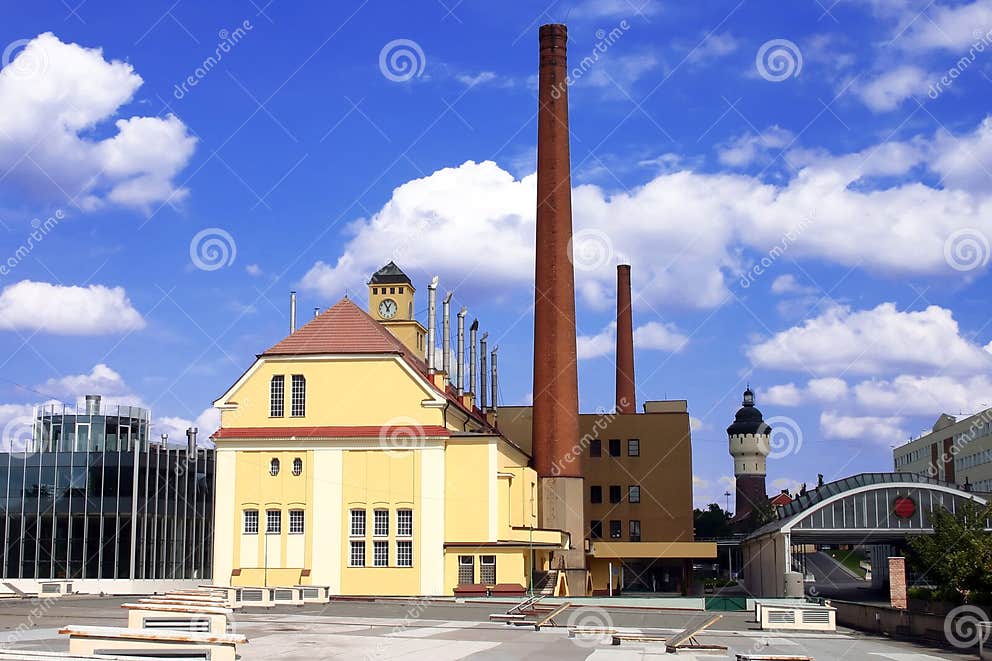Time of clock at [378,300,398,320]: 12:55
